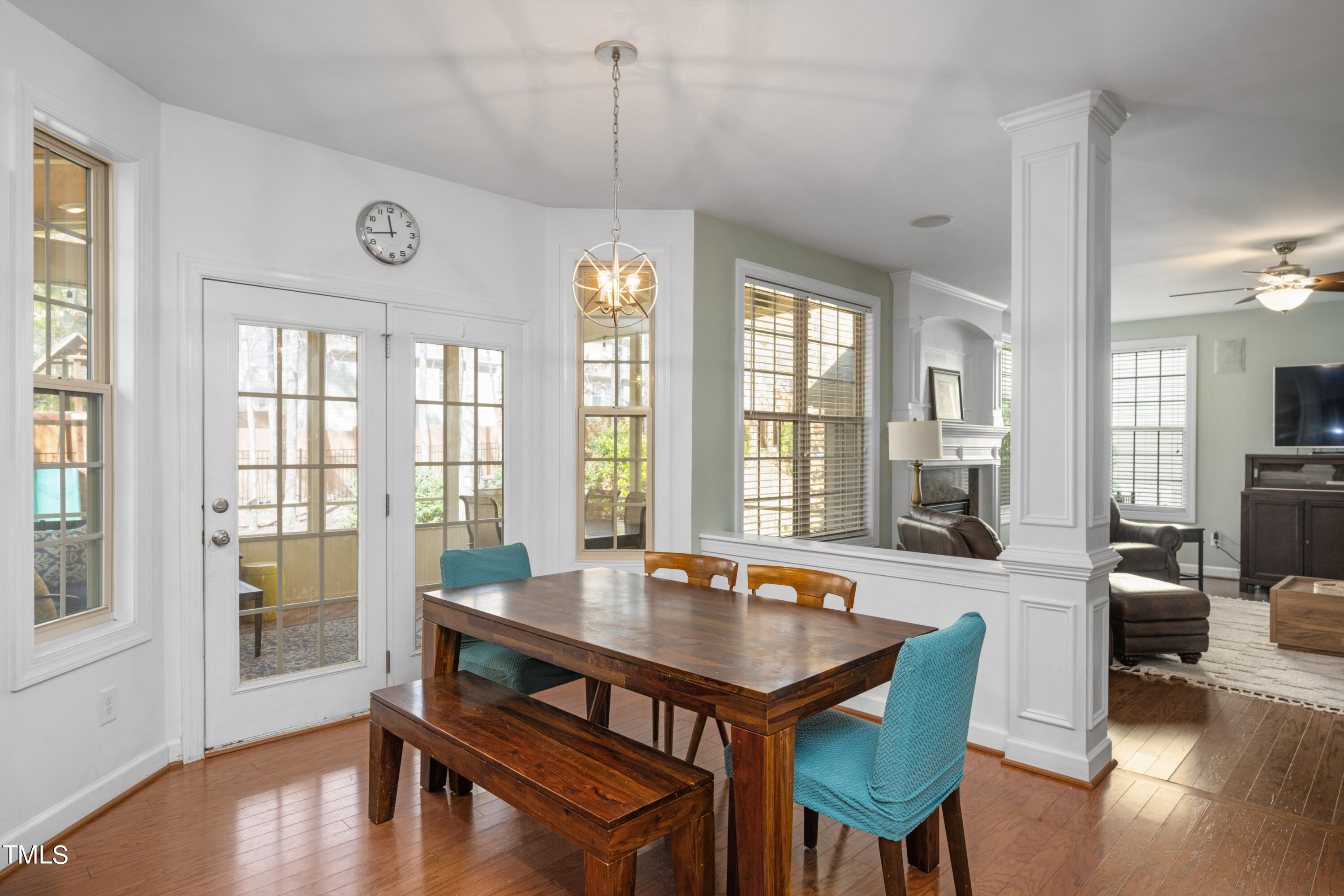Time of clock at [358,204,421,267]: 11:43
